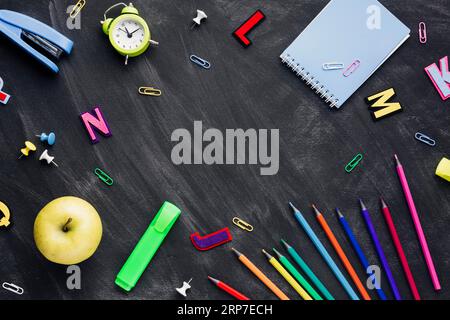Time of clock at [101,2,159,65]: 11:09
